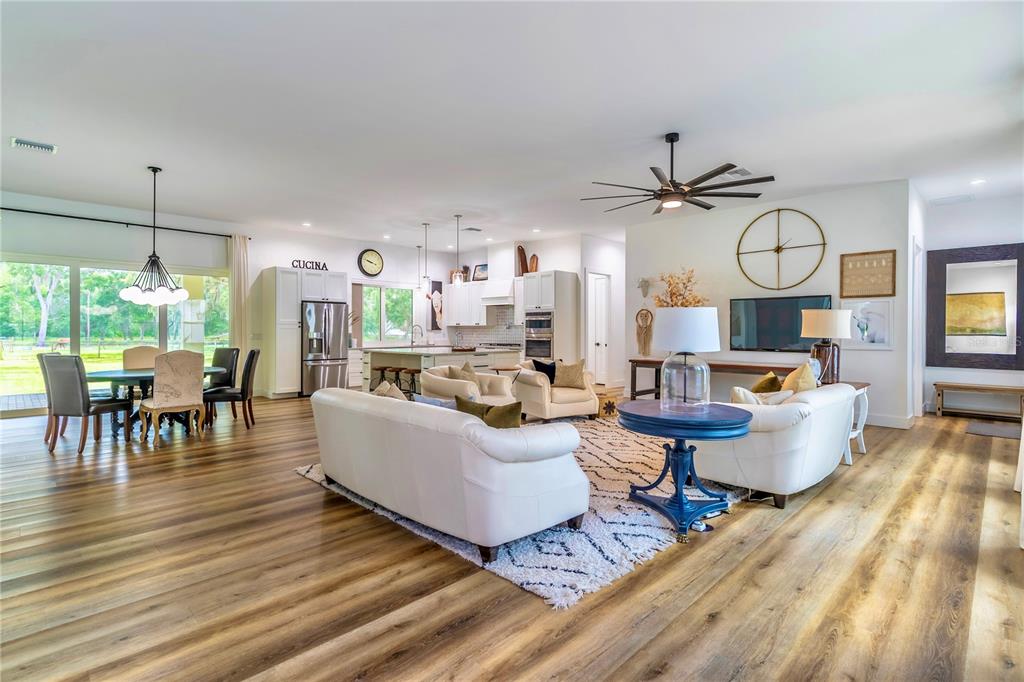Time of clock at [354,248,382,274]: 9:48
